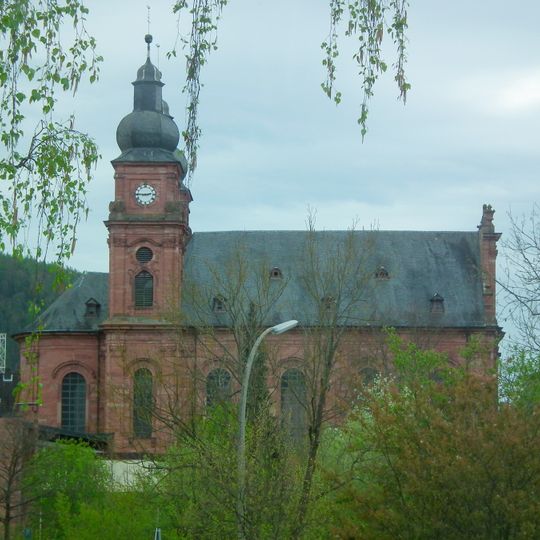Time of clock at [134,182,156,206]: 2:45
